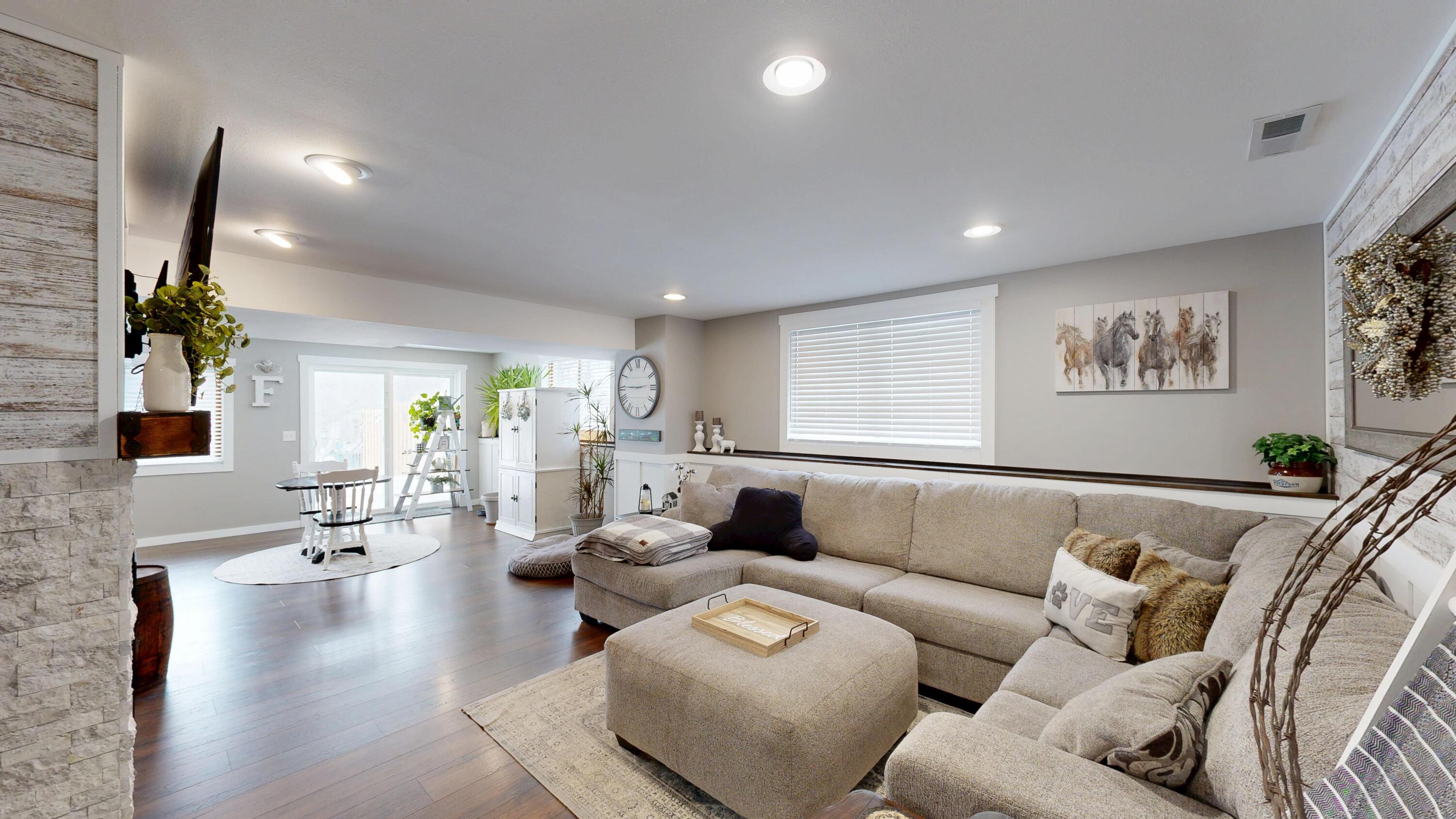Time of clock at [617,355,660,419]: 2:45
